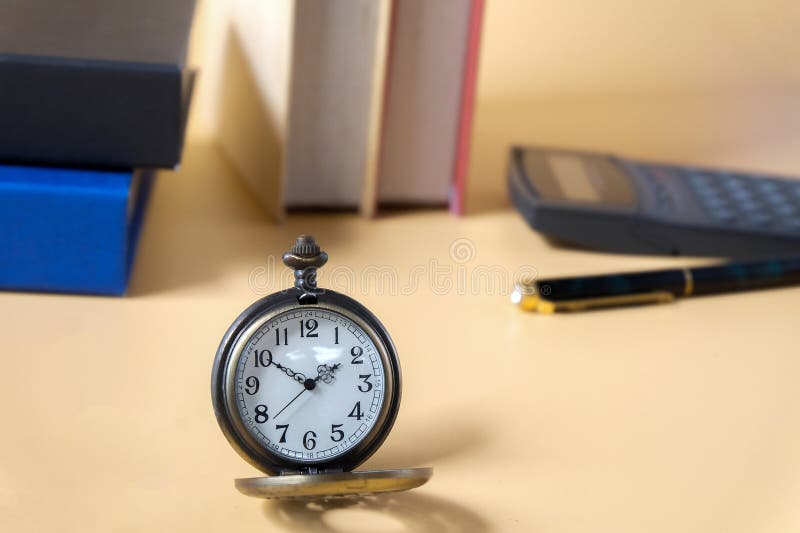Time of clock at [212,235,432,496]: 1:50
